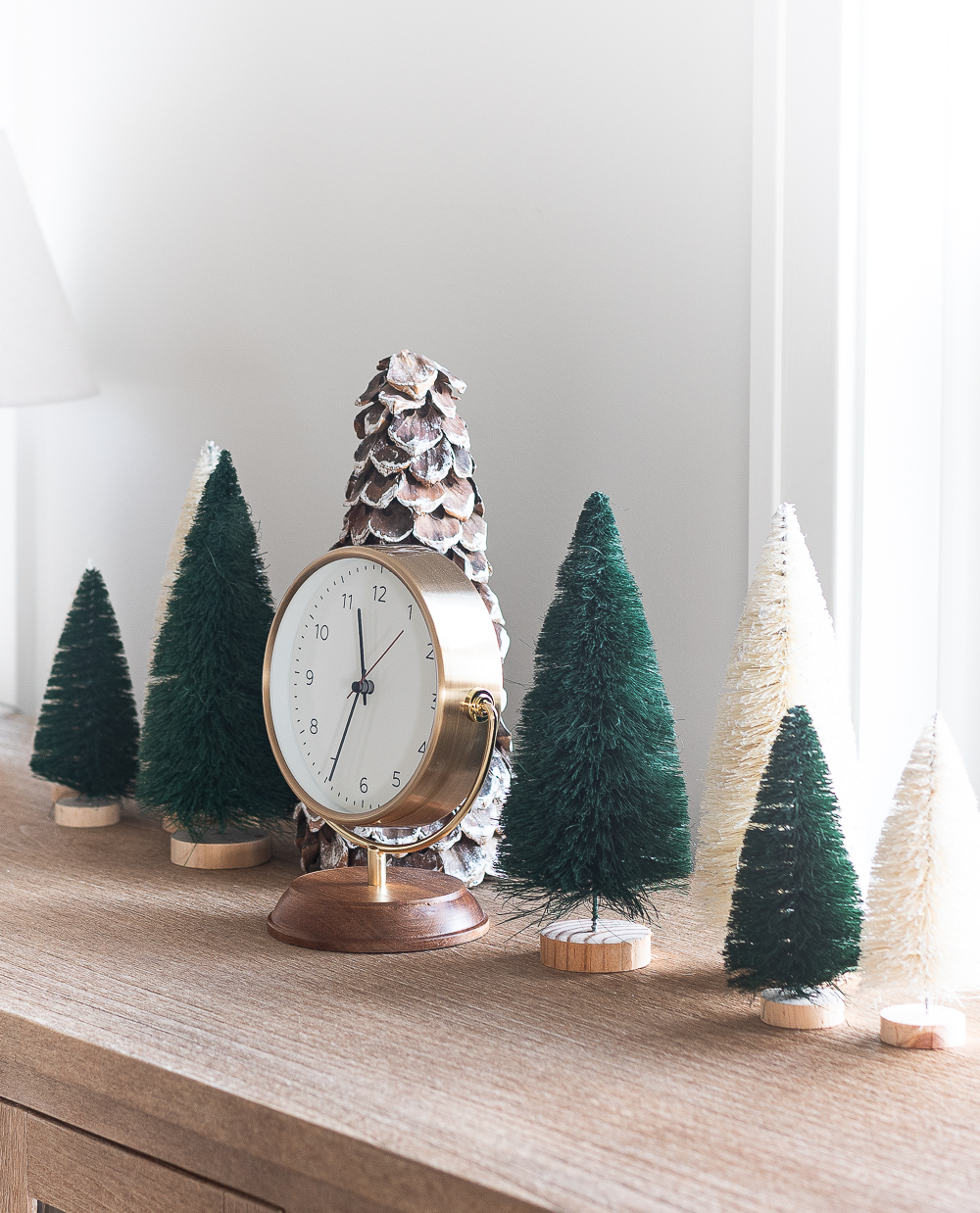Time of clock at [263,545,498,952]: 11:33
